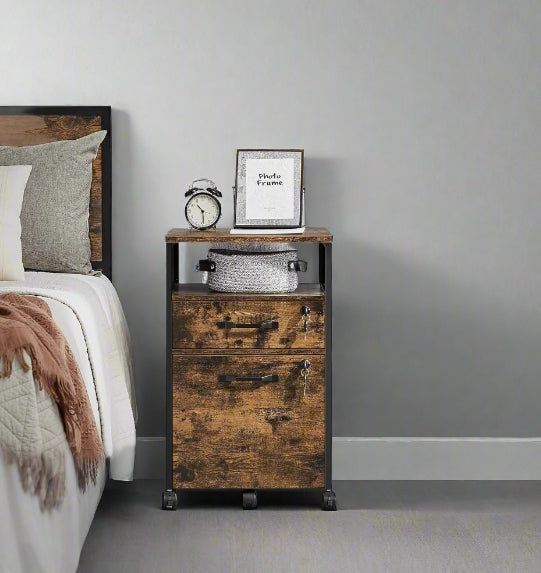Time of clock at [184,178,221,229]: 10:29
